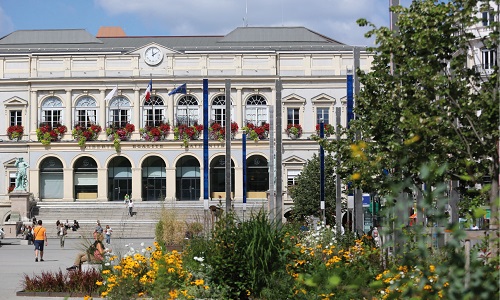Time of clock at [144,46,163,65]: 1:59
